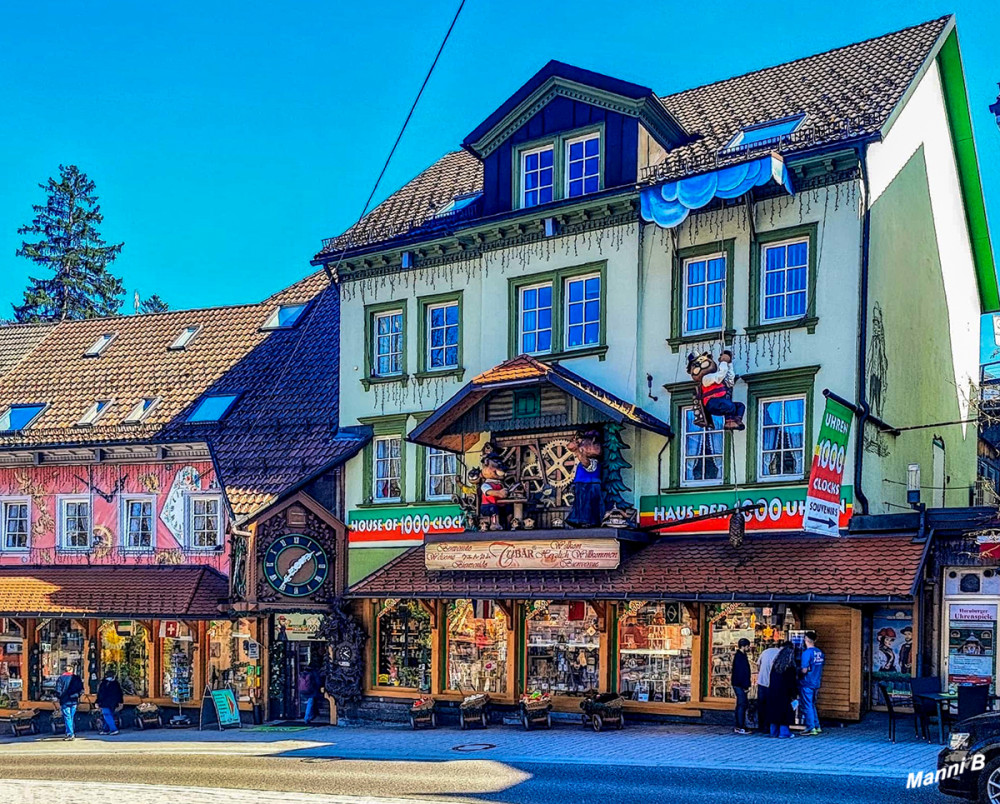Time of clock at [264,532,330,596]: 1:36
